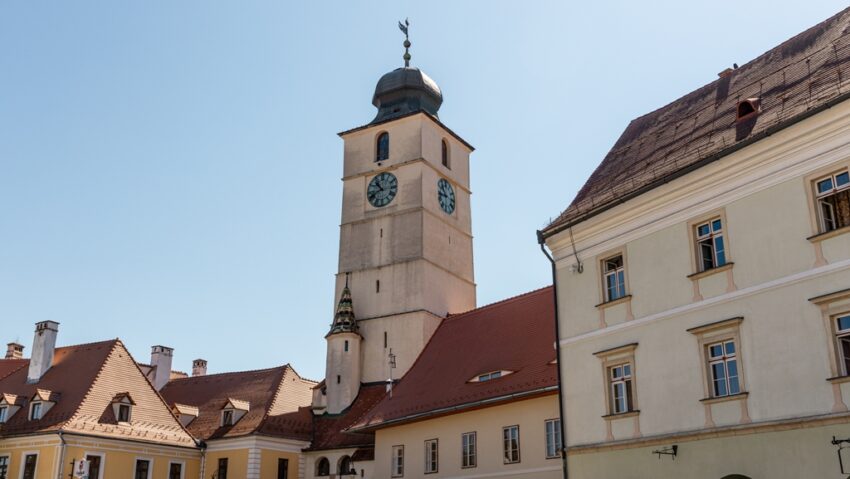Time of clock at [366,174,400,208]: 10:41
